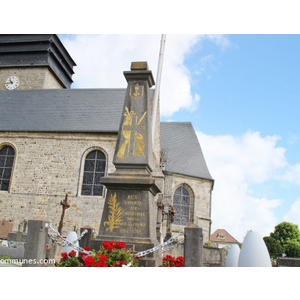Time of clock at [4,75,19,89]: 10:43
